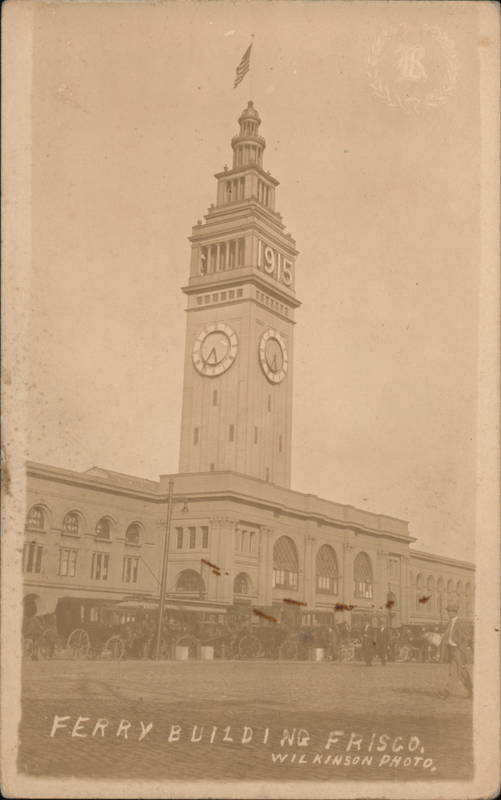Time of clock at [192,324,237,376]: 5:35
